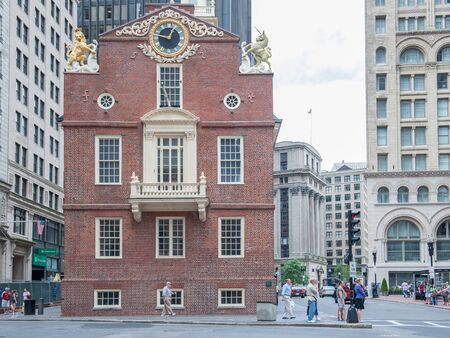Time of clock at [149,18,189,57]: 12:46
